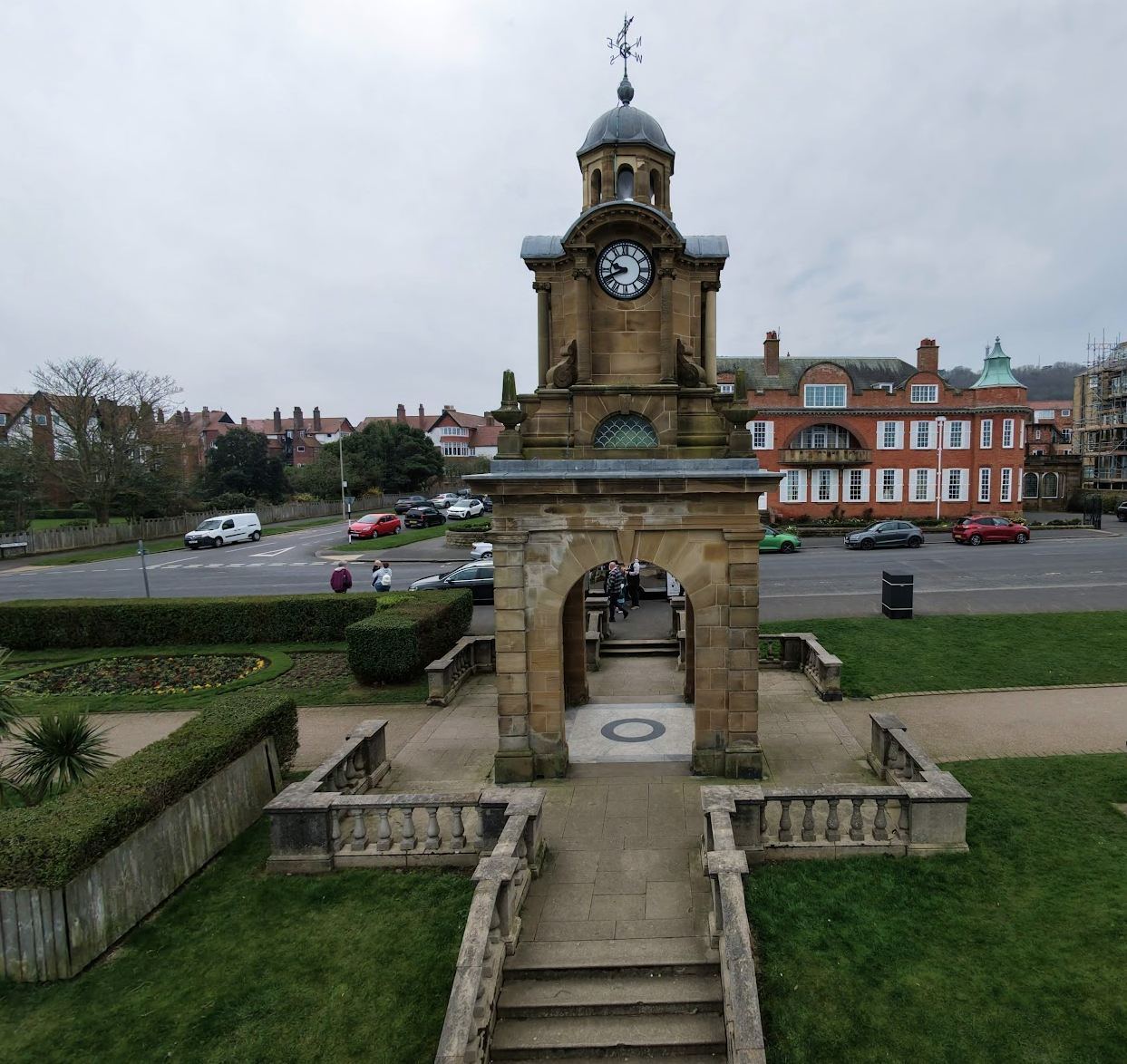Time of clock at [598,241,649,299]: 9:41
